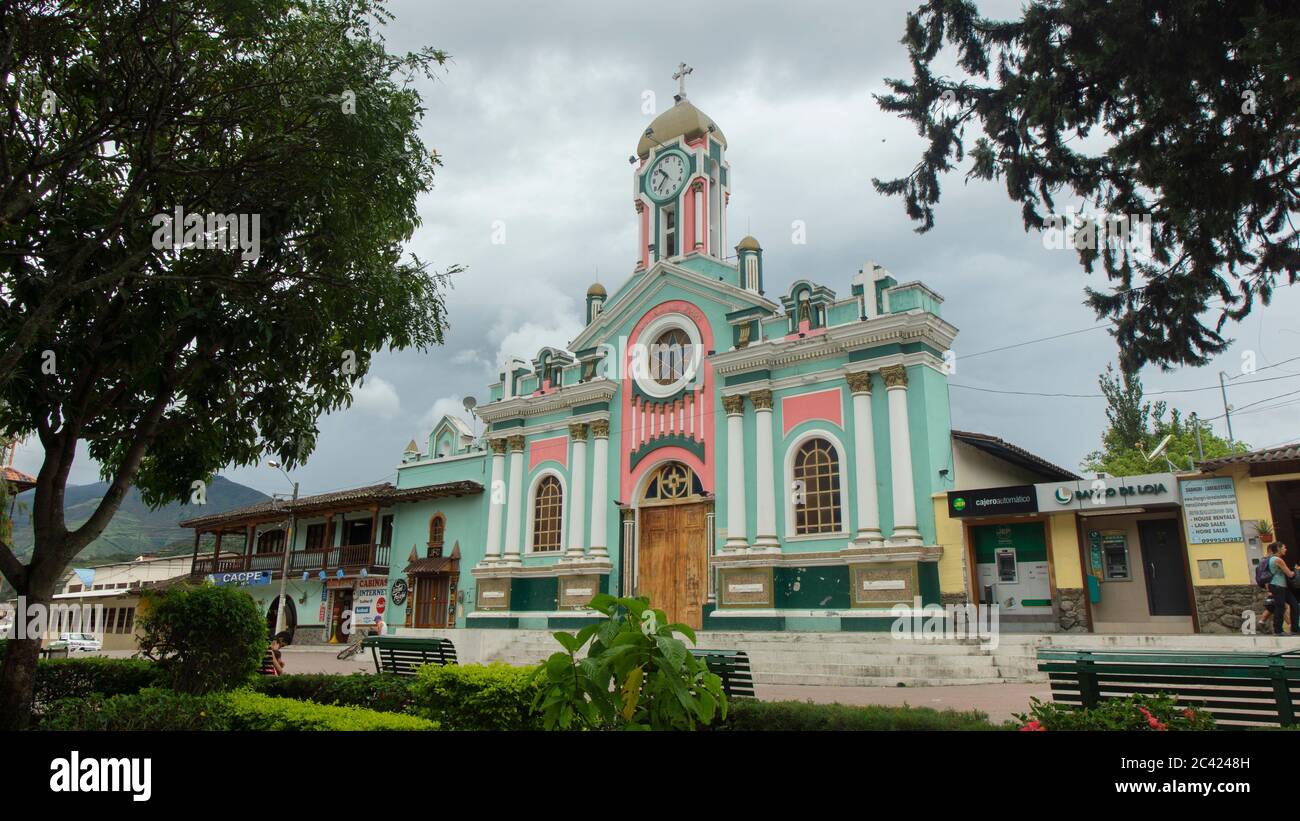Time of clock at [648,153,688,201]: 10:37
